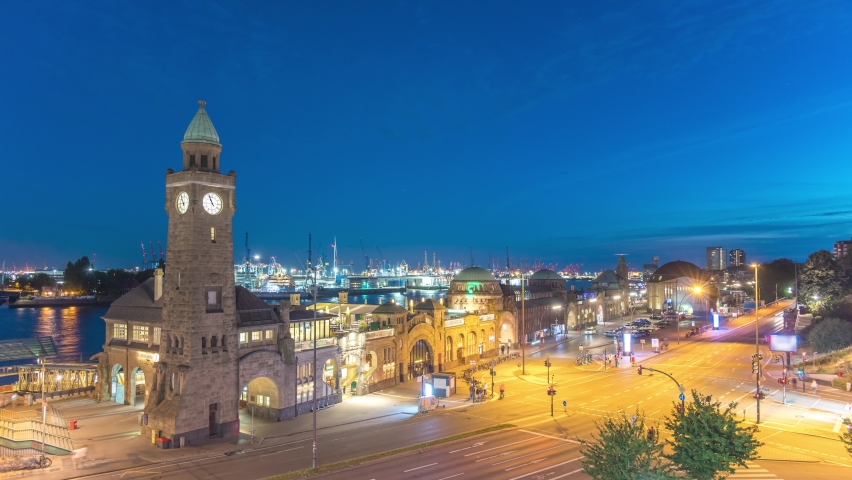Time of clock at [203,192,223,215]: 10:56
